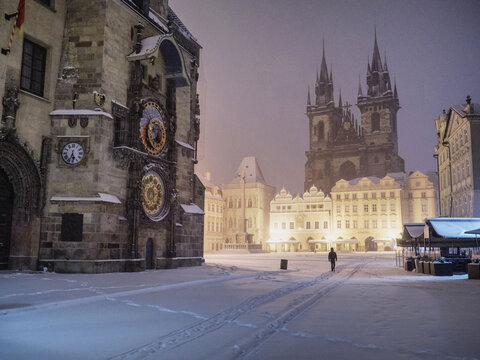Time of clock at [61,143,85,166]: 5:33
